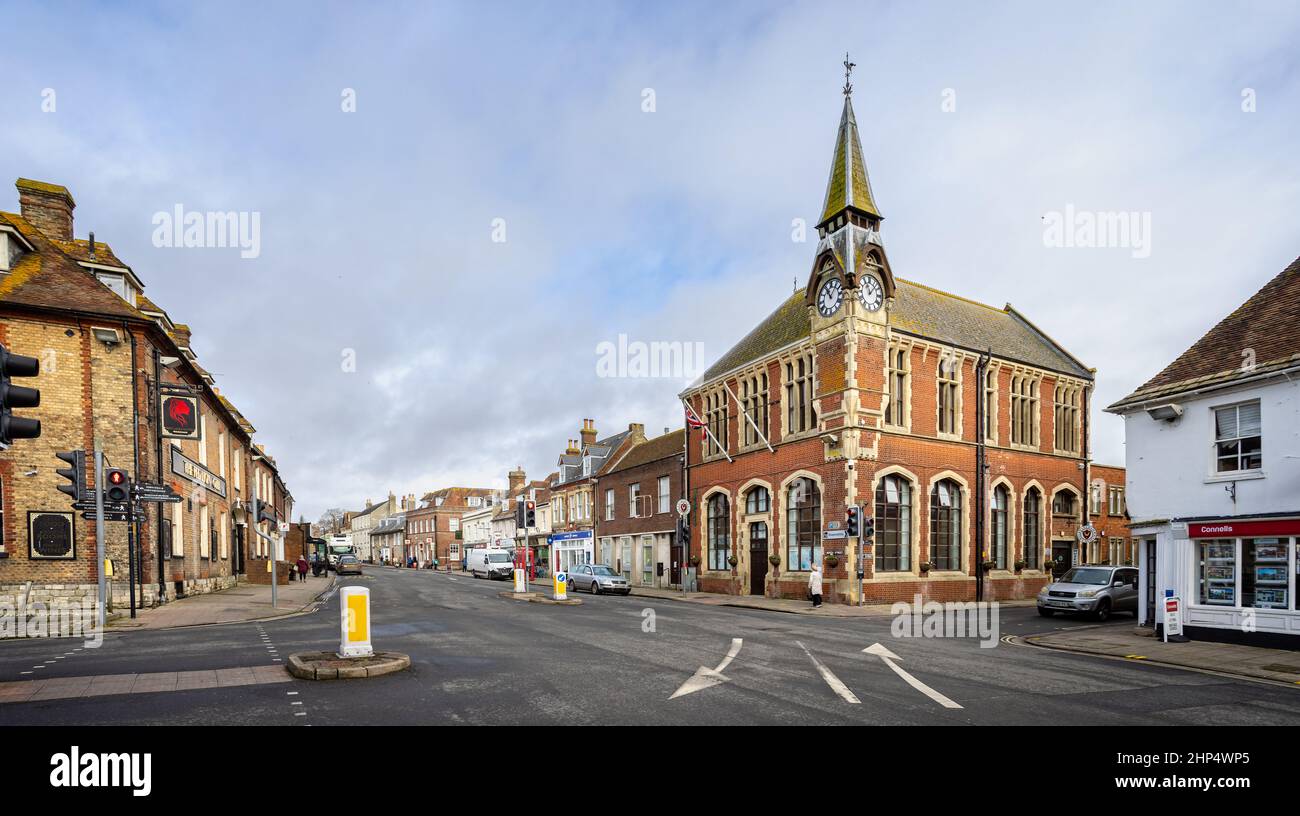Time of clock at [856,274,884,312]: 11:07
